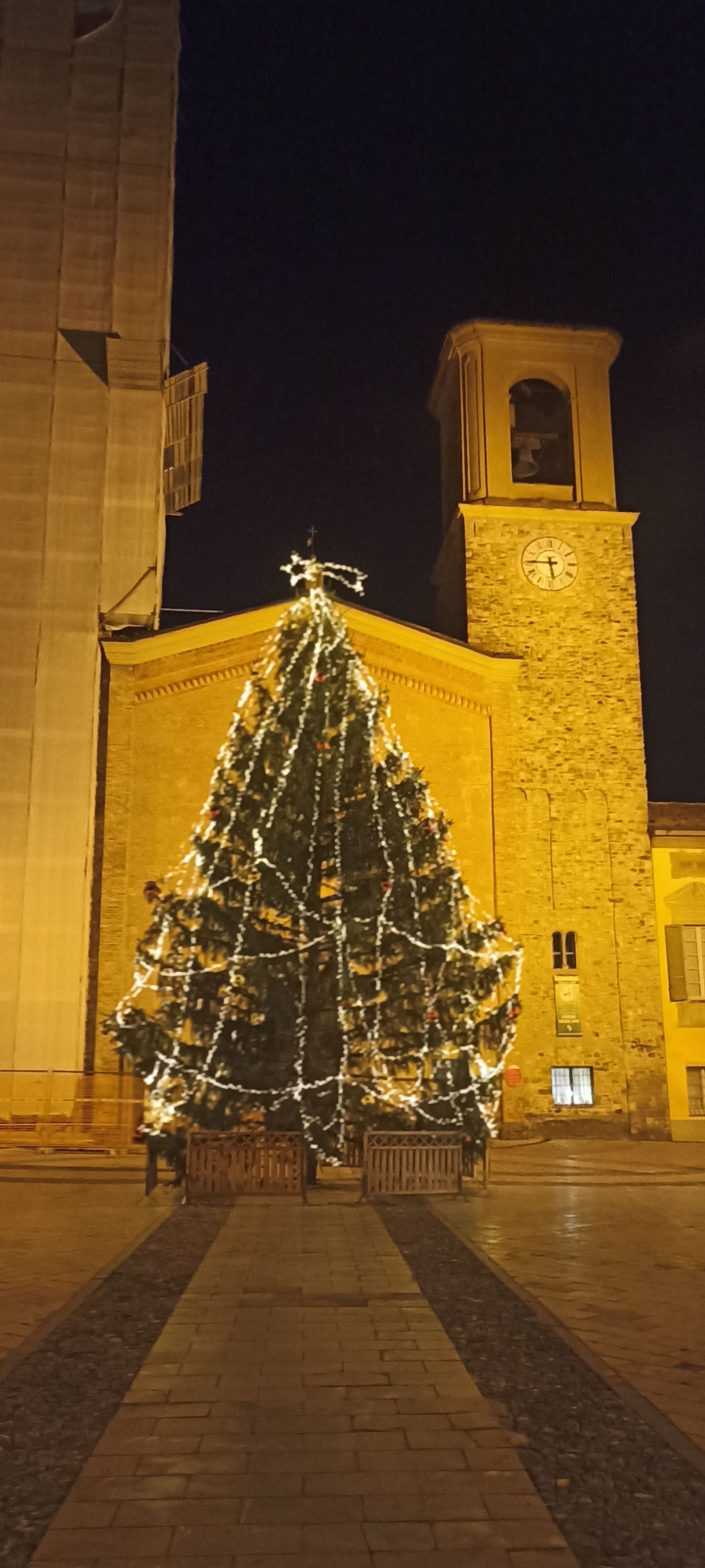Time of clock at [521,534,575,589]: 5:45
